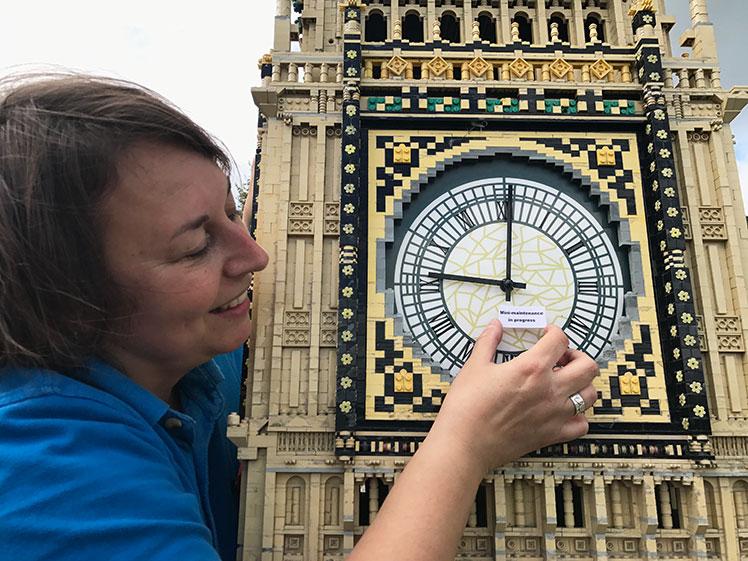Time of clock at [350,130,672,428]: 11:46
